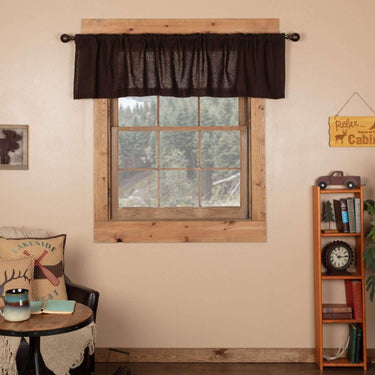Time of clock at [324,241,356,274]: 10:14
